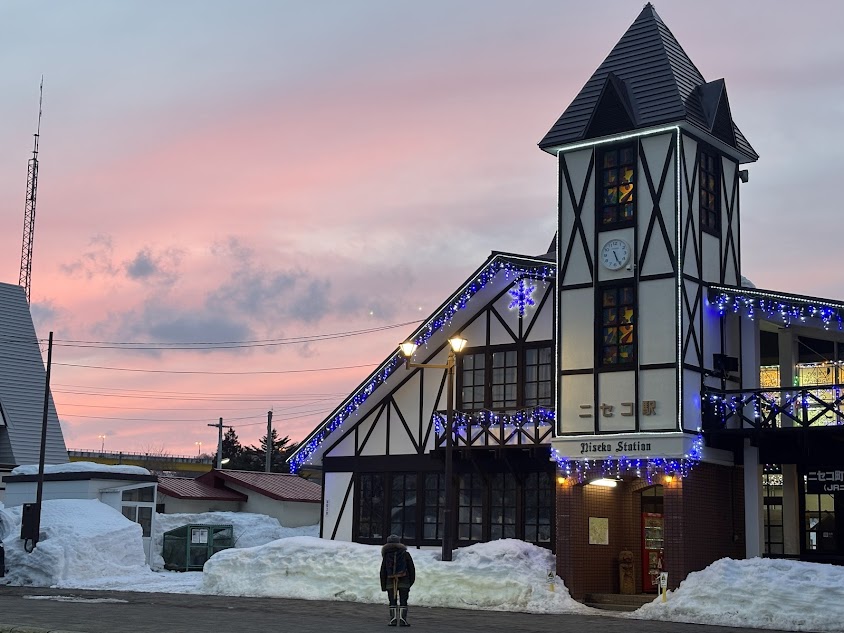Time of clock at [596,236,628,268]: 5:25
